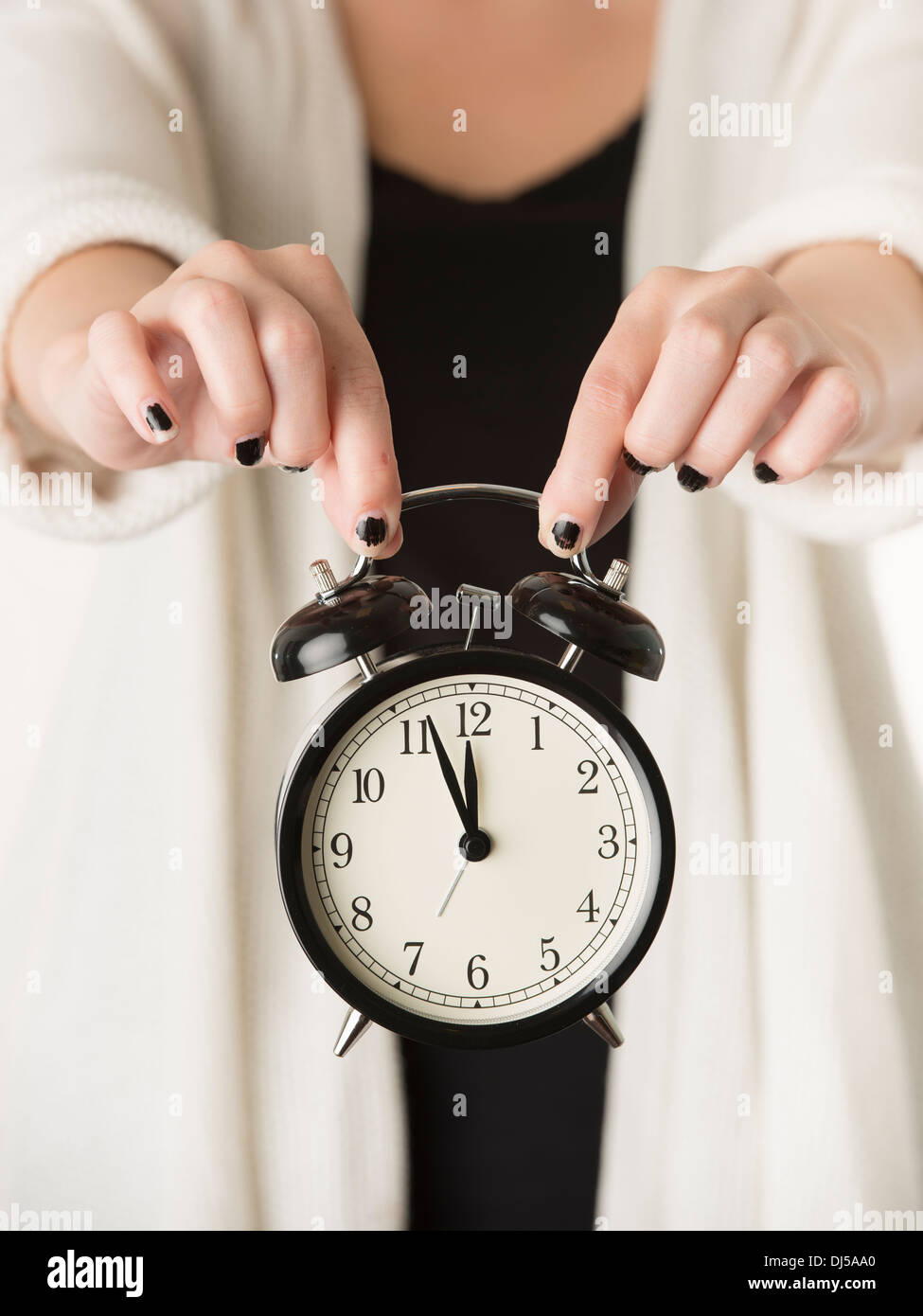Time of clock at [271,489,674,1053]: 11:56
